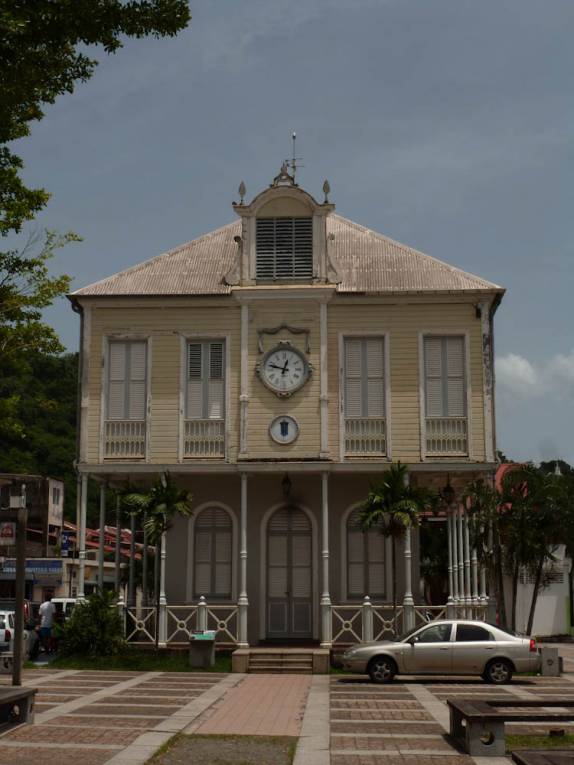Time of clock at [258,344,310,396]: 12:47
